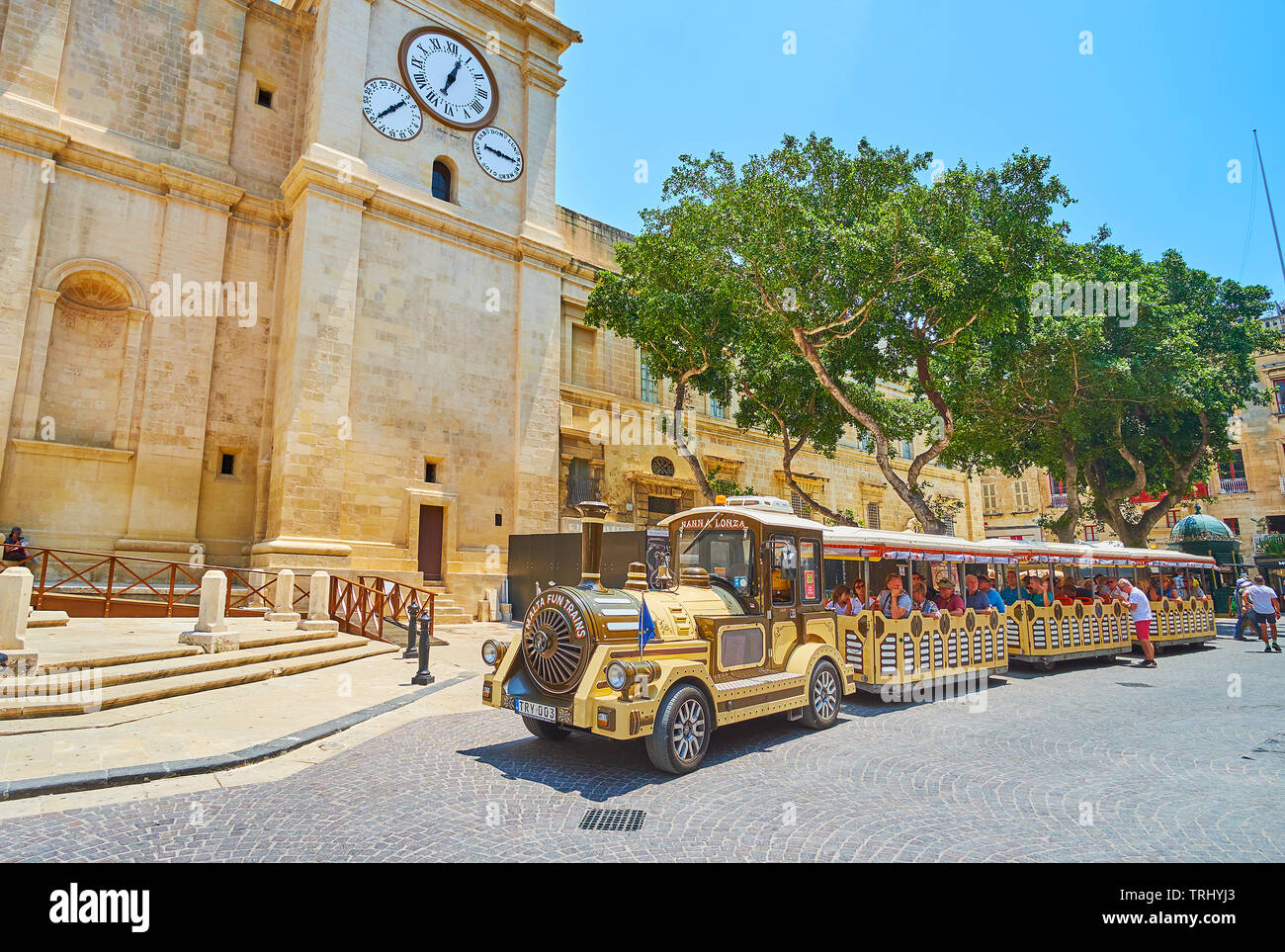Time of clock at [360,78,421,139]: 8:11
